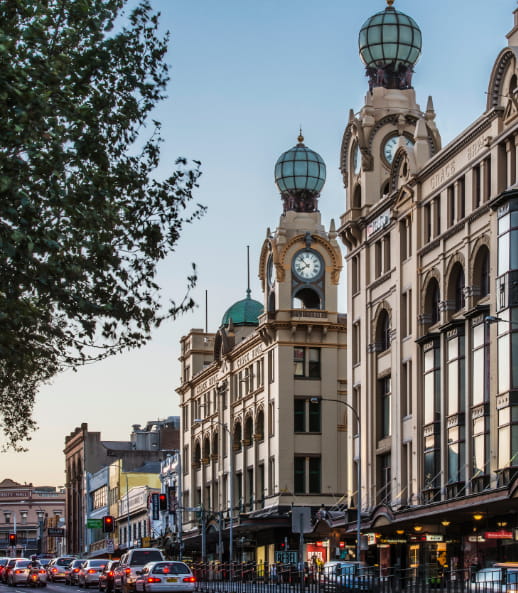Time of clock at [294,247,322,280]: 7:52
